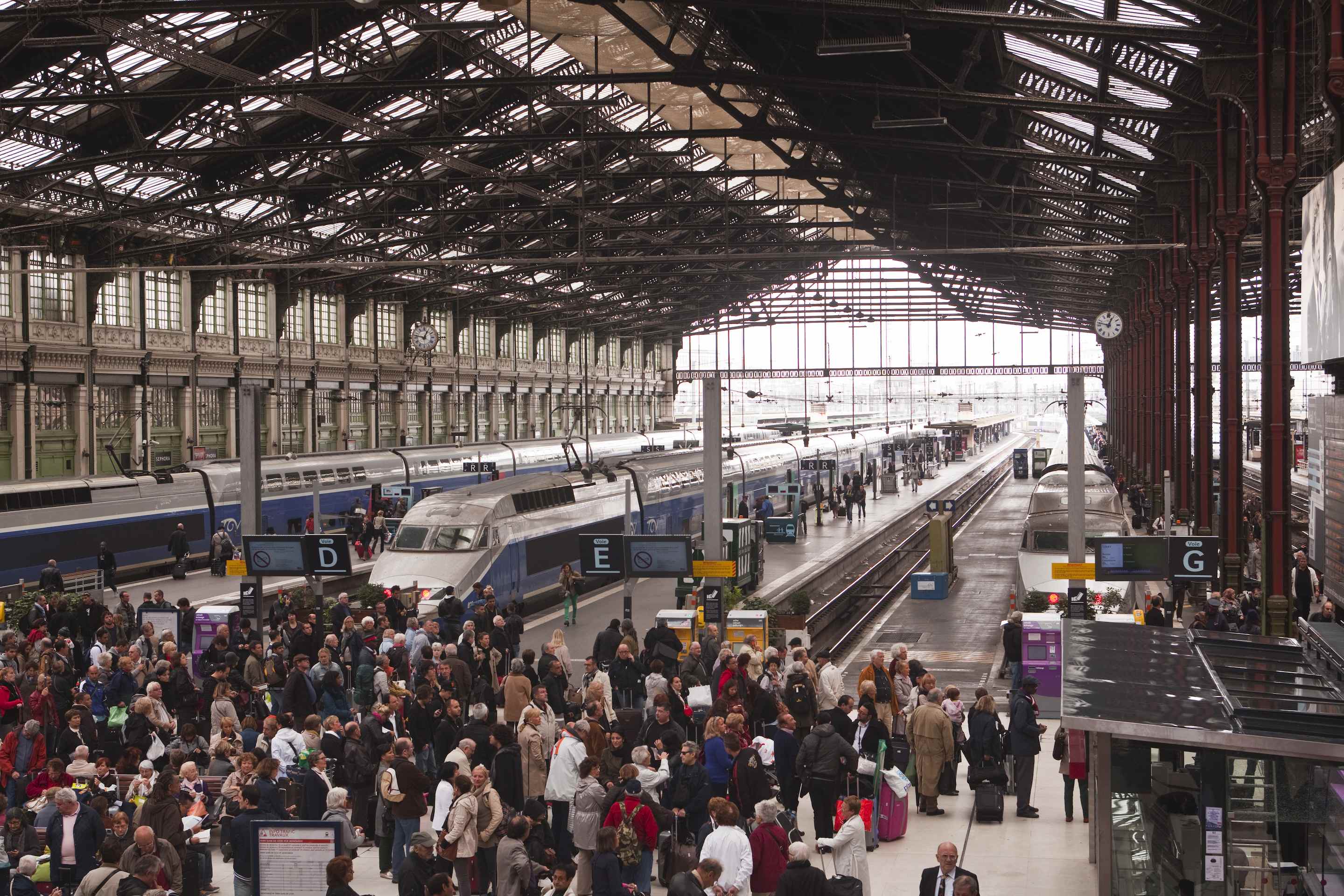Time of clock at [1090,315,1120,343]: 12:47
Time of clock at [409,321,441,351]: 12:47
